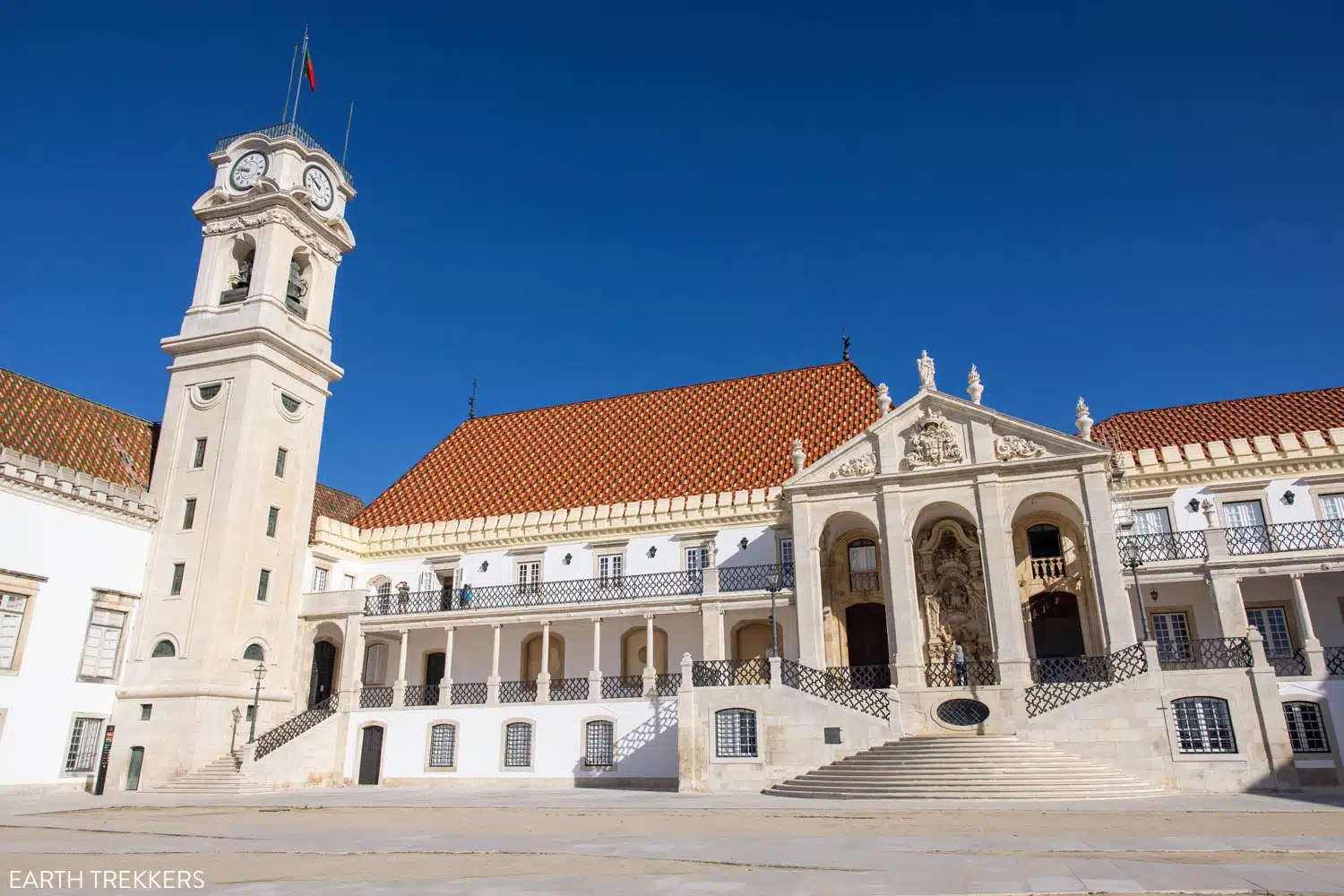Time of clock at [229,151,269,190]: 9:47
